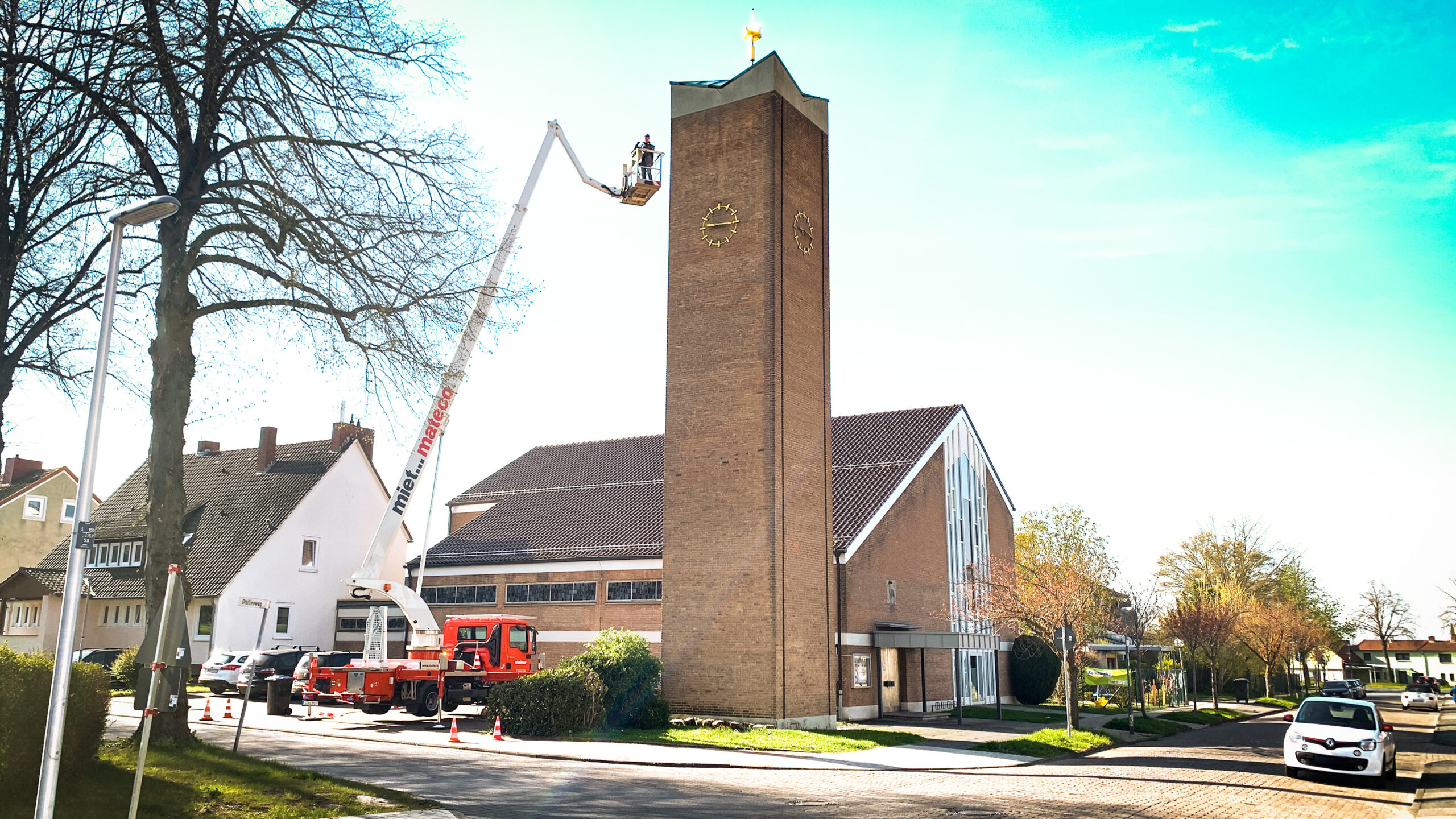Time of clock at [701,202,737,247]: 9:15
